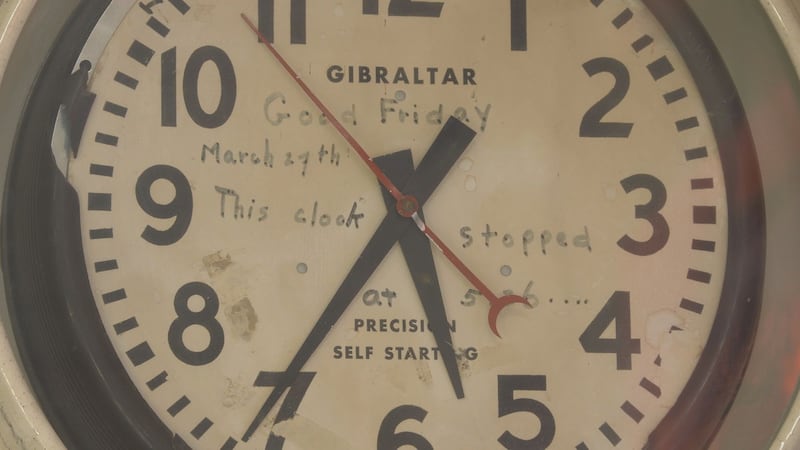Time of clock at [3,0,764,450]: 5:35
